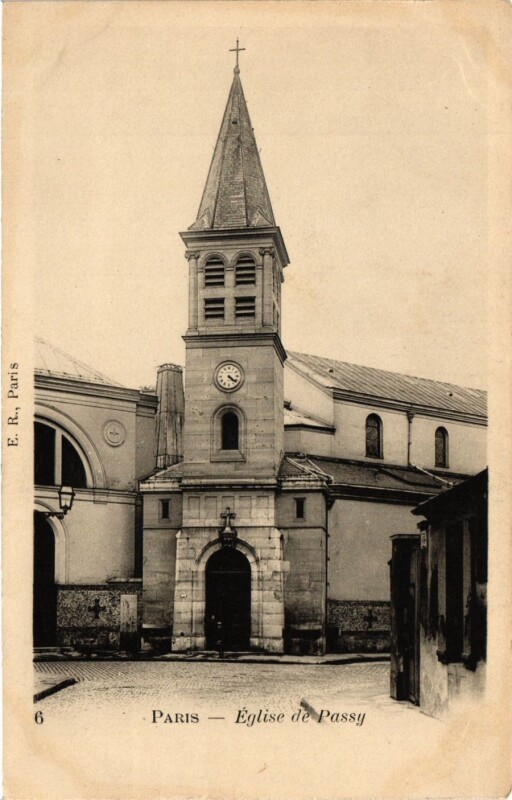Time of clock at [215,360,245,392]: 4:21
